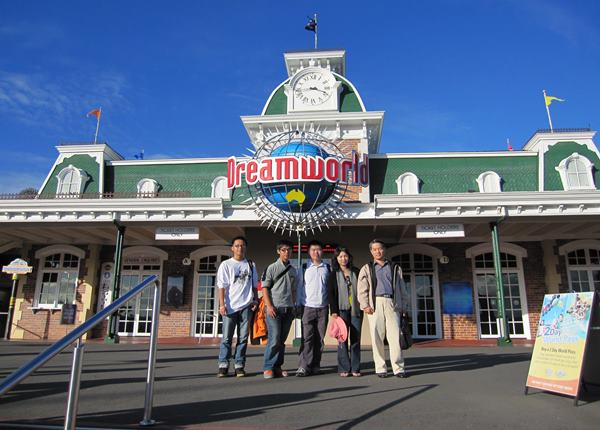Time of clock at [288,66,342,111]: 3:43
